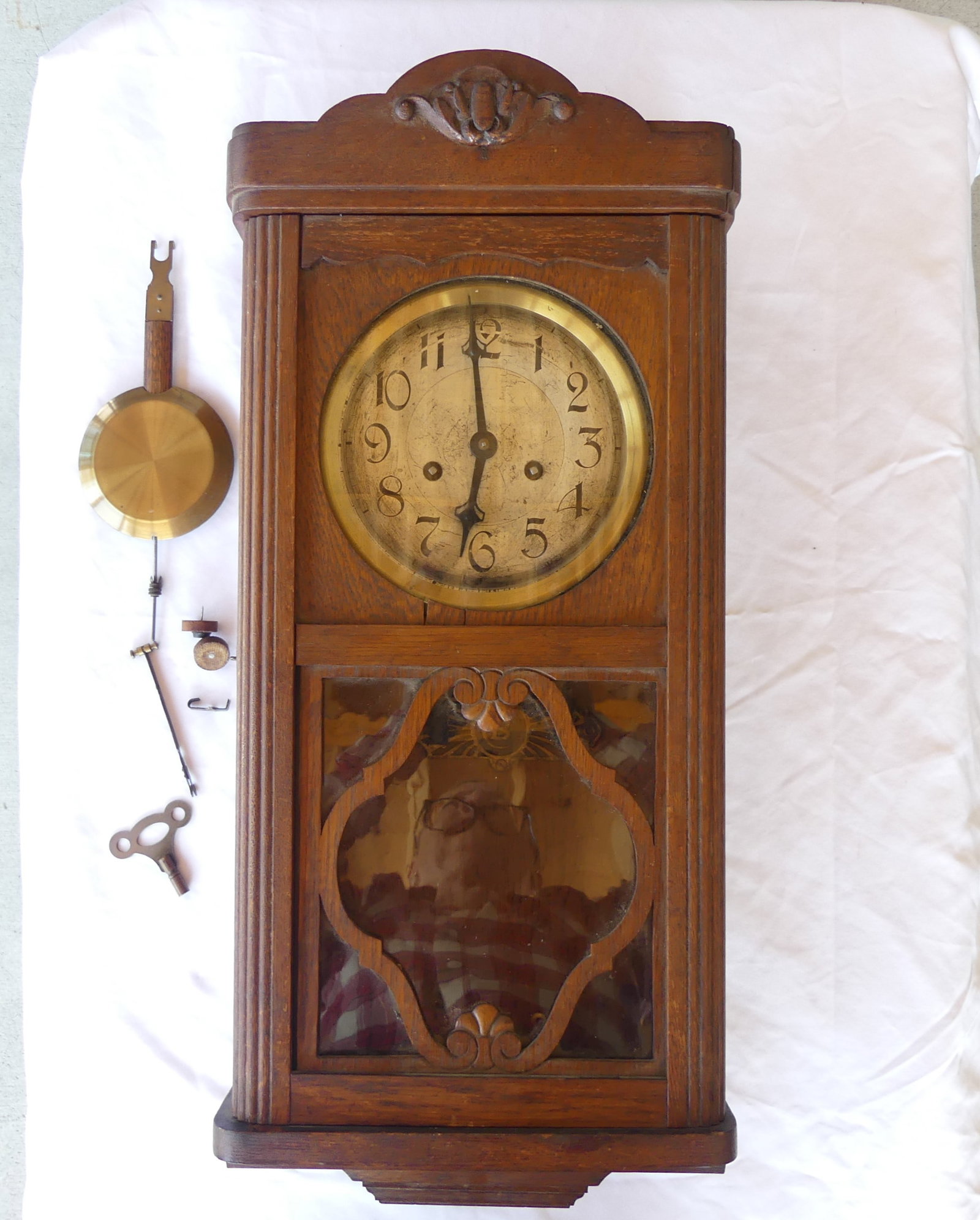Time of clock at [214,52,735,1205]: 7:00
